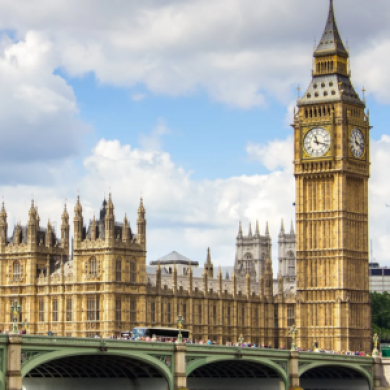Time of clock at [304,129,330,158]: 11:17
